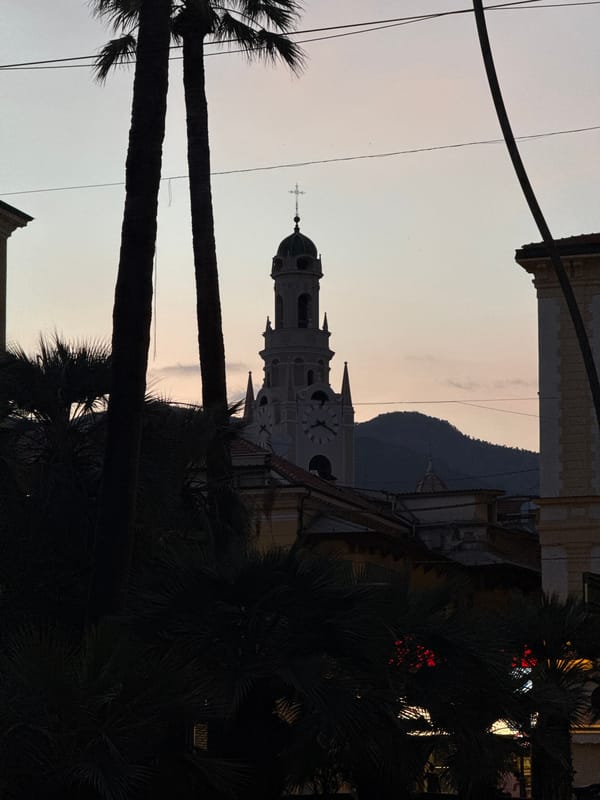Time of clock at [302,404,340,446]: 8:19
